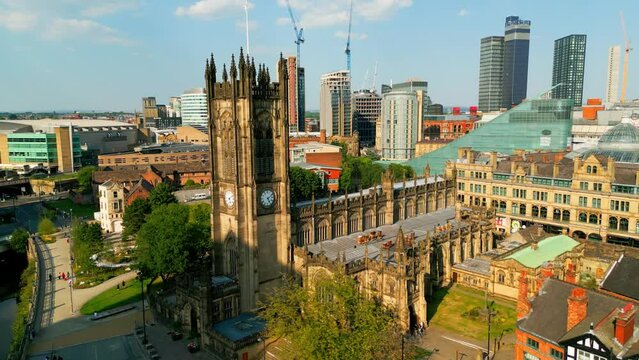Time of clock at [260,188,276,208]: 5:11
